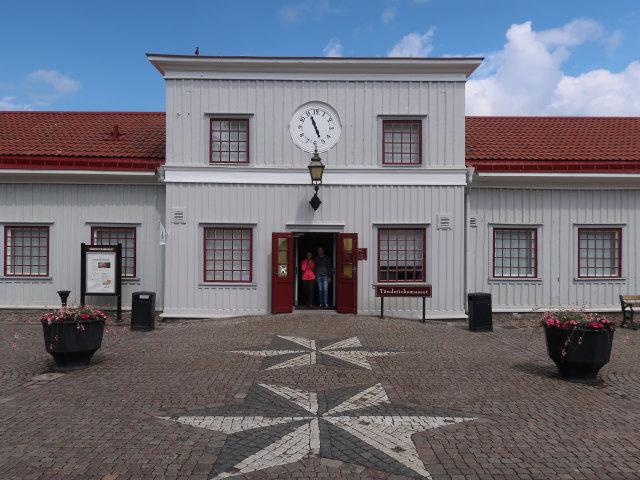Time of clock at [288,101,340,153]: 4:56
